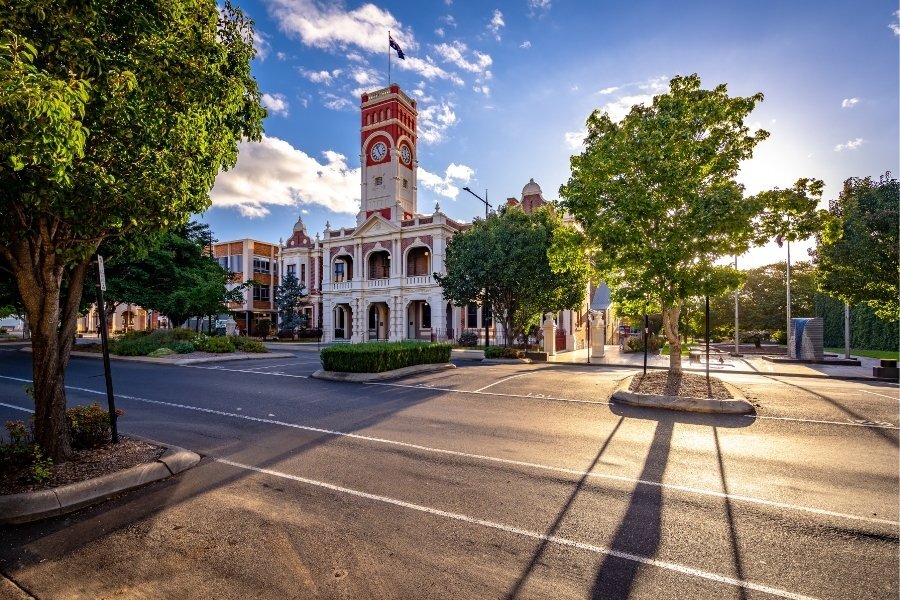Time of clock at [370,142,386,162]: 4:56
